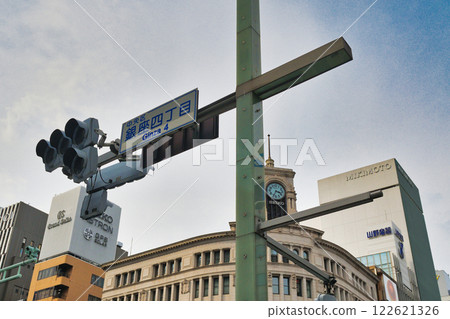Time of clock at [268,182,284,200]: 3:34
